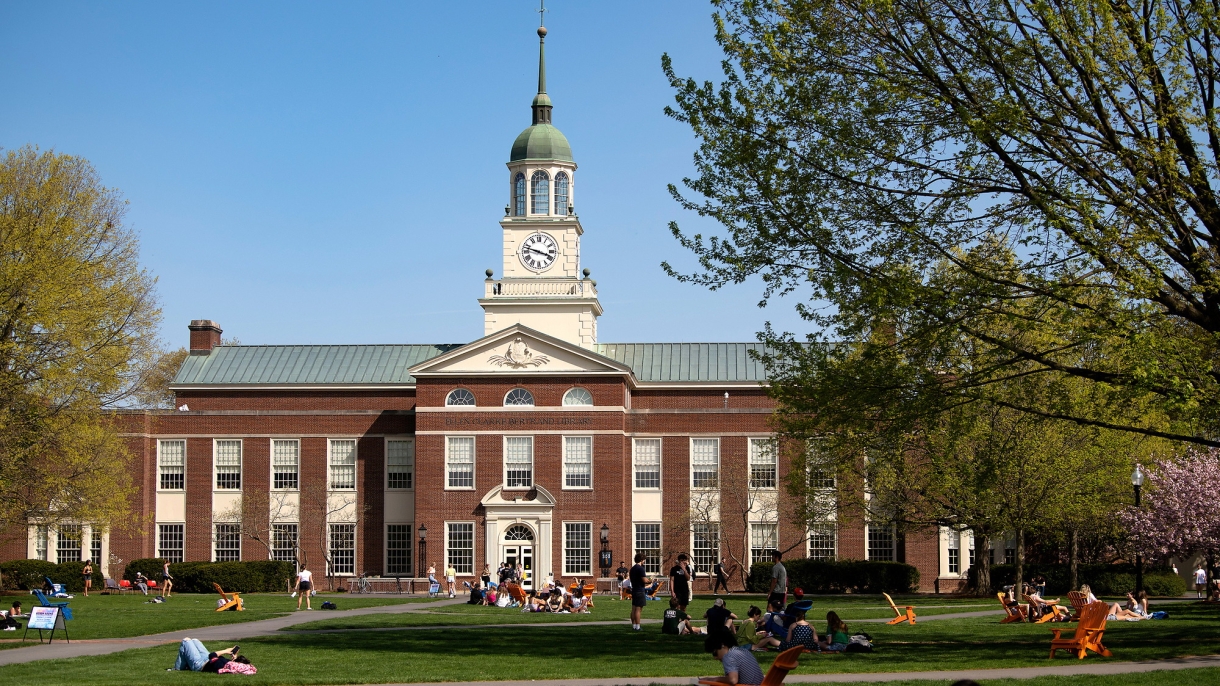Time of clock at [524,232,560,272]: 3:47
